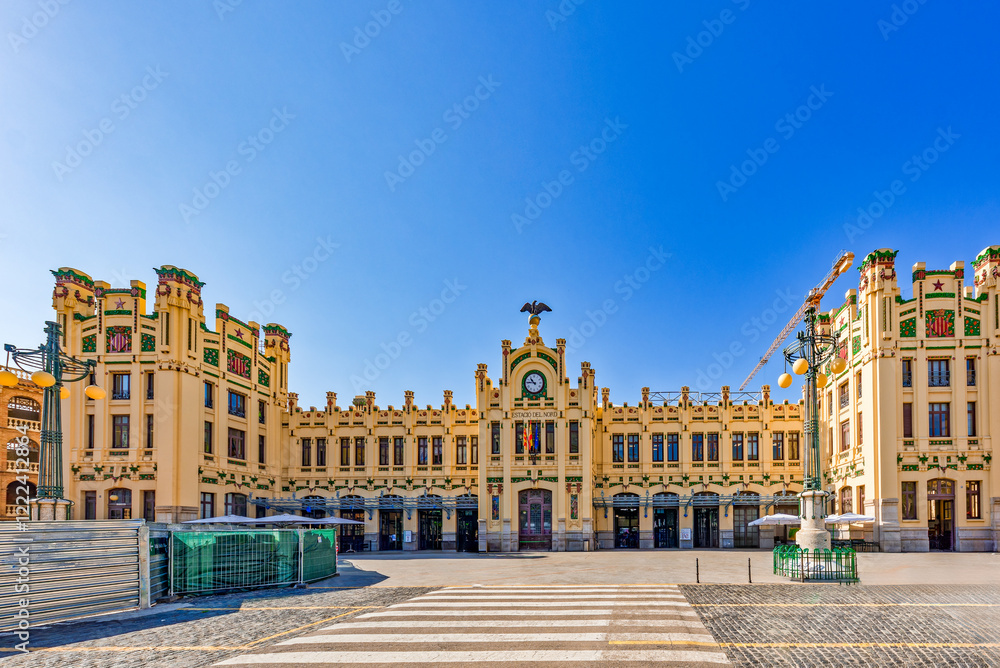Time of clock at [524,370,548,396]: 10:45
